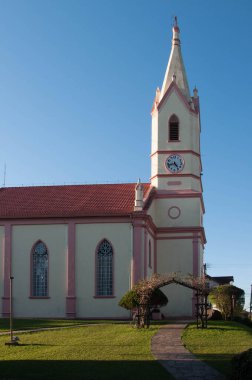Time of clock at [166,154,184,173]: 4:42
